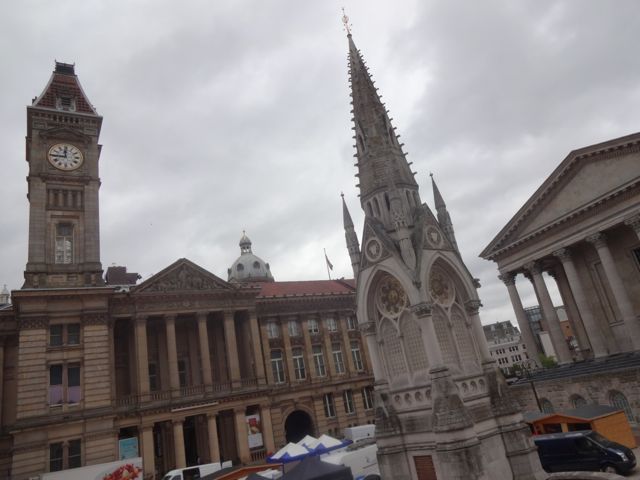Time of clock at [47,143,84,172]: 11:44
